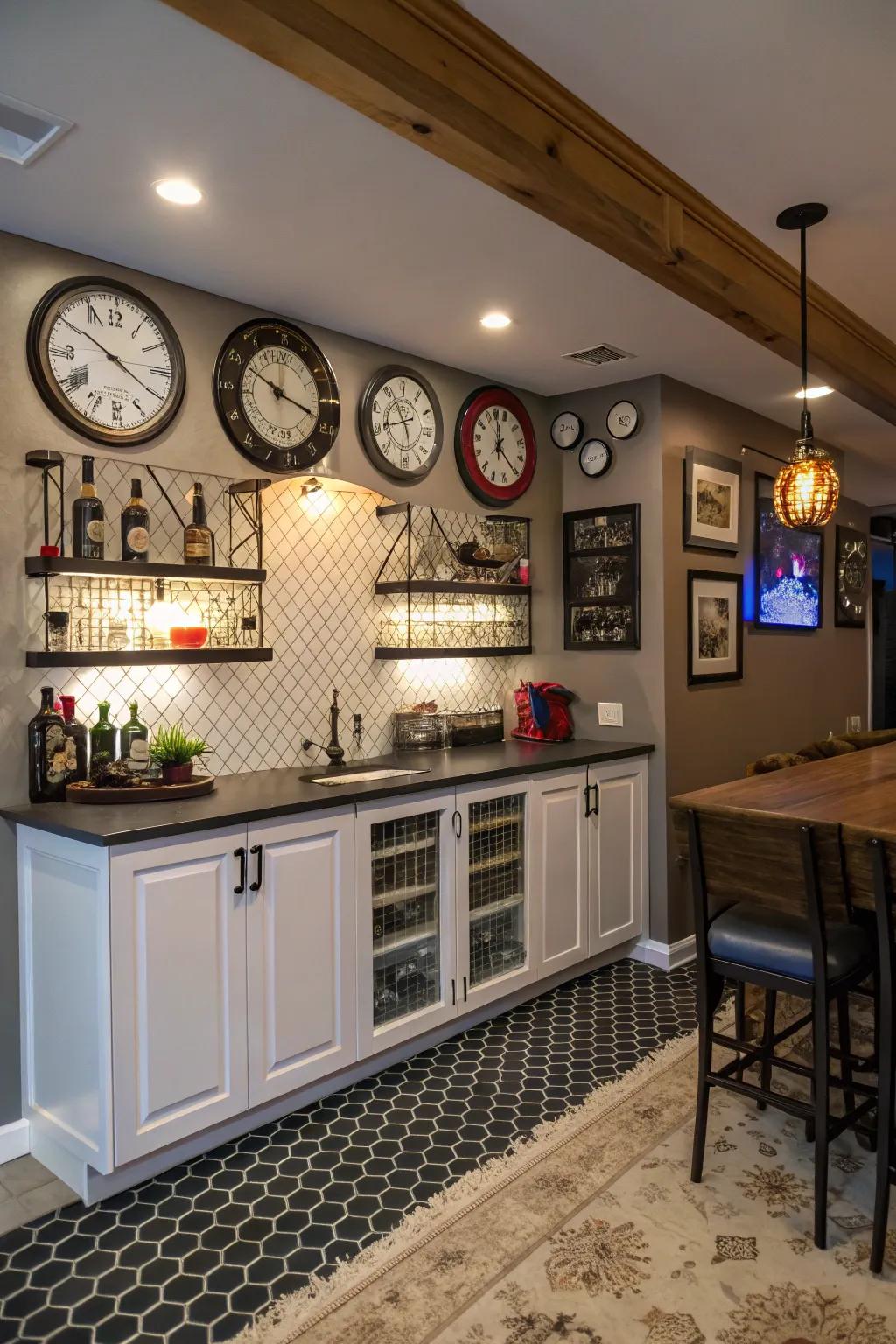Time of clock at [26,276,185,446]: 3:50
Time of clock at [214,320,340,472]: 3:50
